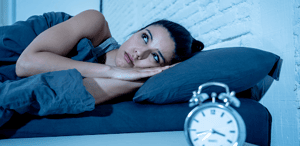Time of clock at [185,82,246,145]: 3:42
